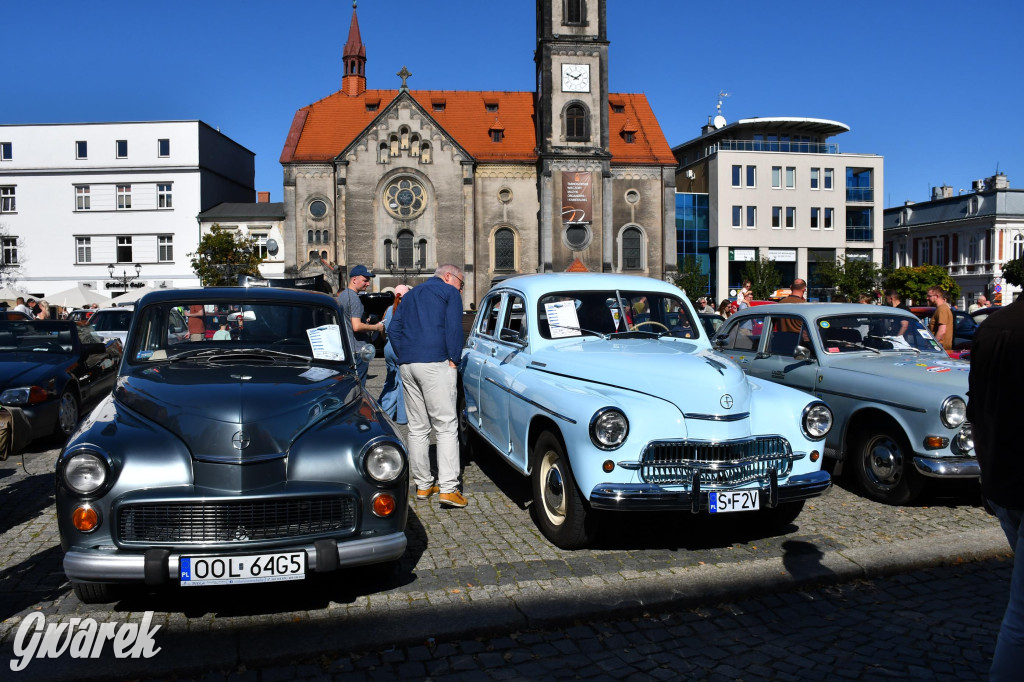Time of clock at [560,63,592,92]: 1:48
